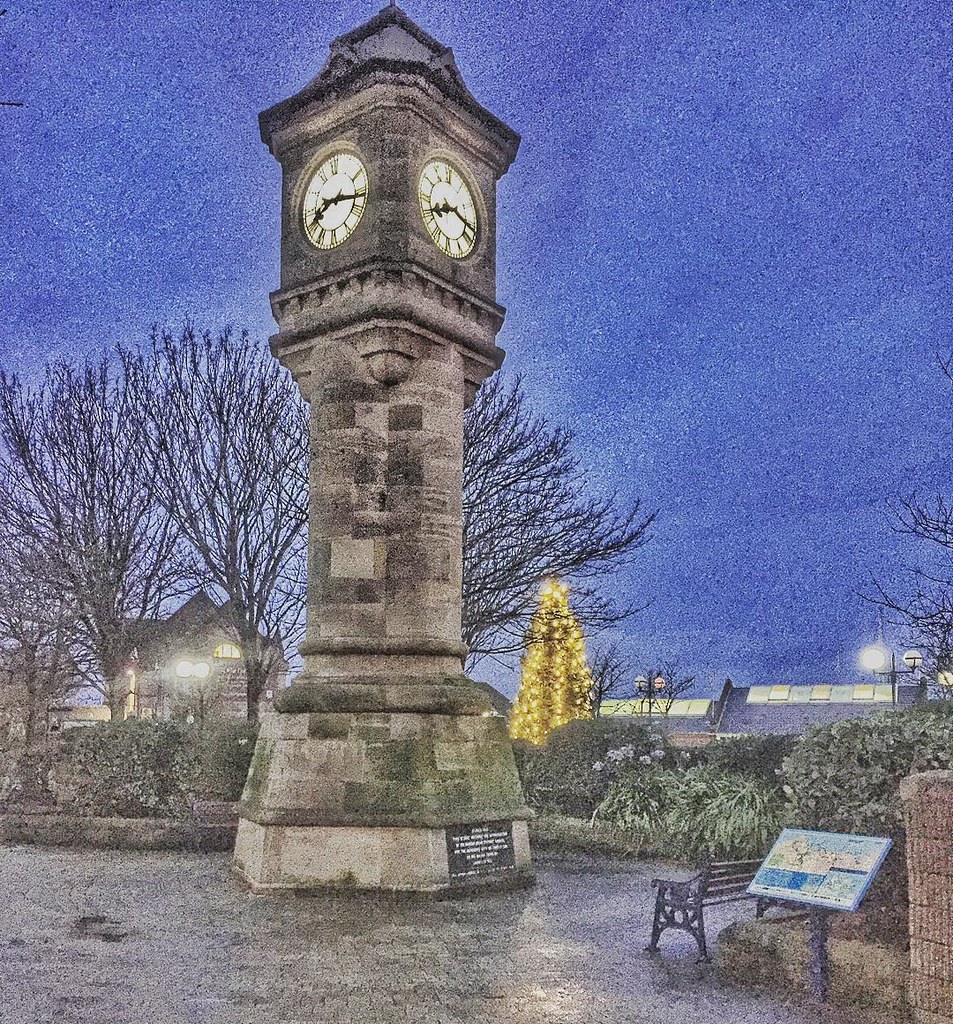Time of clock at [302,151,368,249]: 8:16
